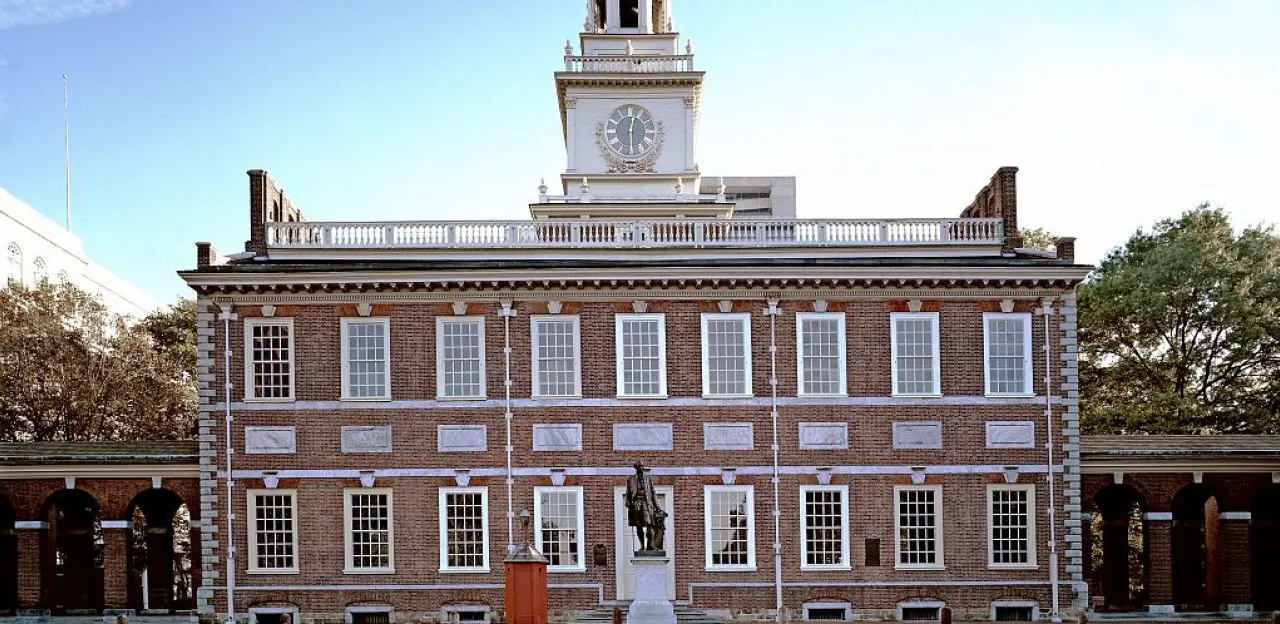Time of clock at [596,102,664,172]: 12:29
